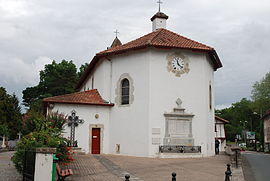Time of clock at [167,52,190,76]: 11:21
